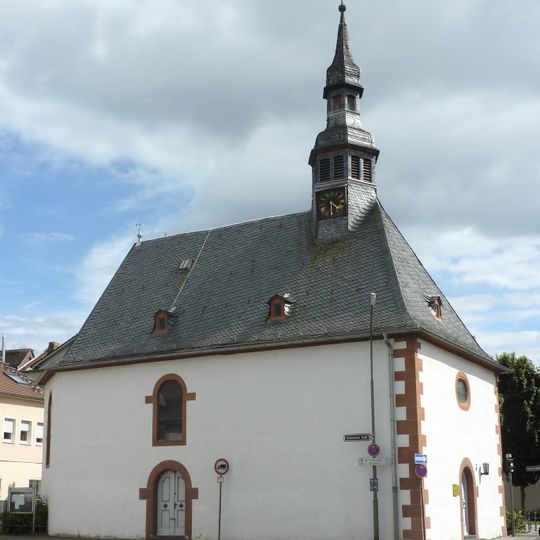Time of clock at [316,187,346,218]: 4:30
